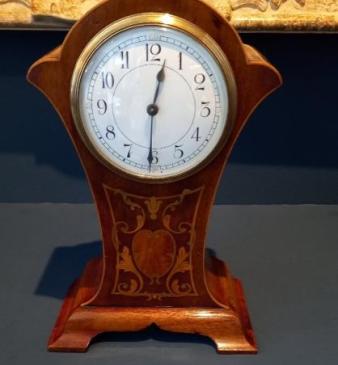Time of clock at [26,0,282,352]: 12:30
